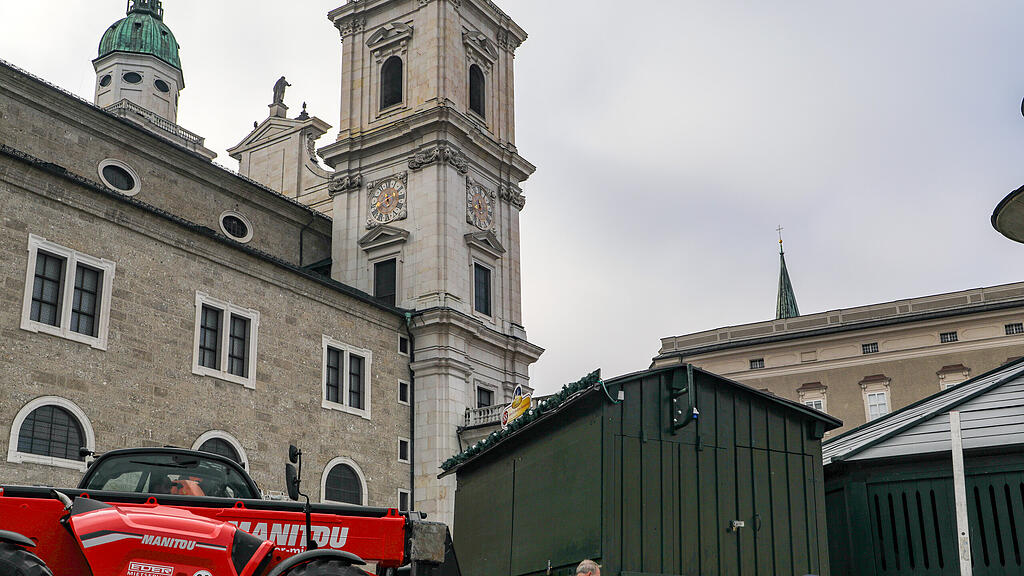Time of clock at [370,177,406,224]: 11:40
